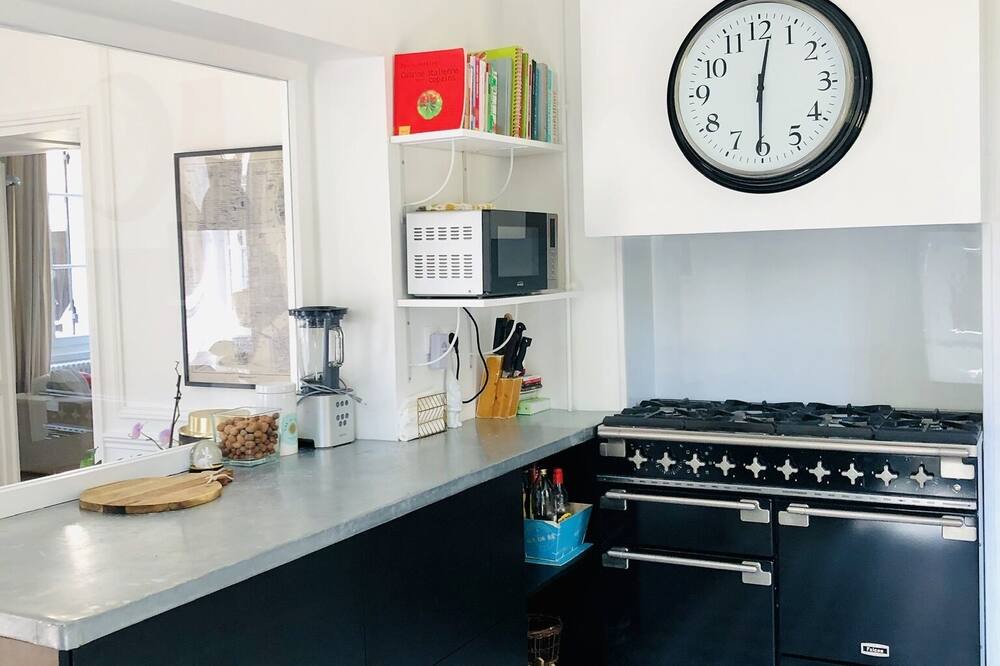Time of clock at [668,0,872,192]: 12:30
